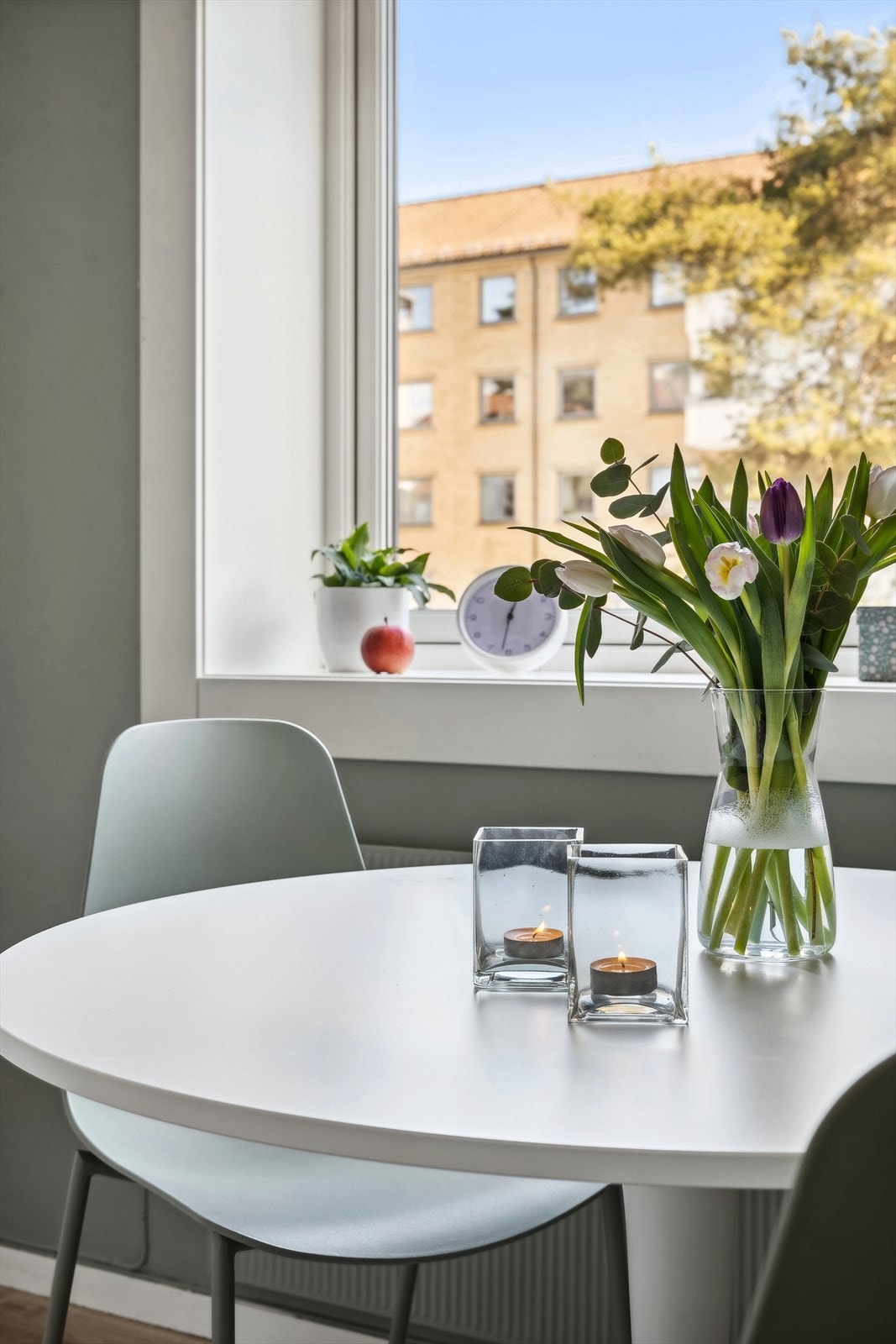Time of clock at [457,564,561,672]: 12:31
